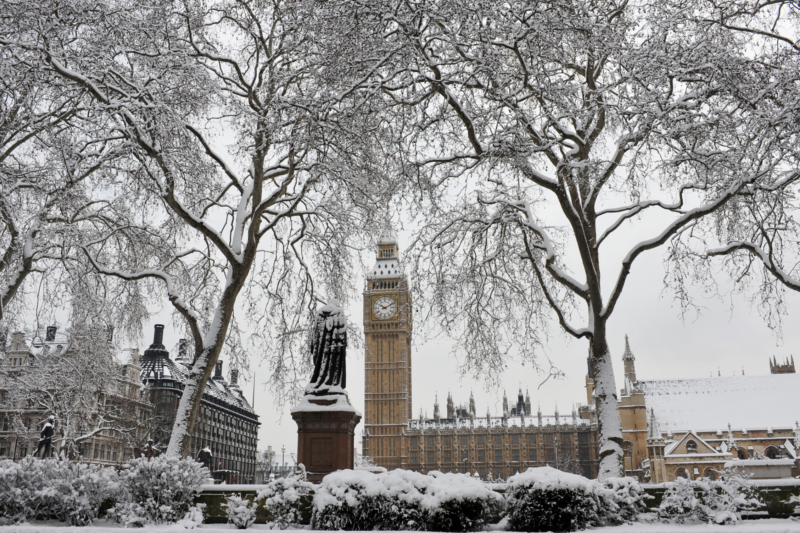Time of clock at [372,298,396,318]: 10:10
